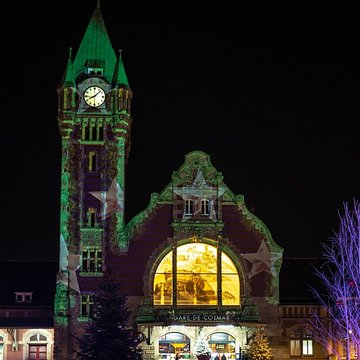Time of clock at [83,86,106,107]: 8:07
